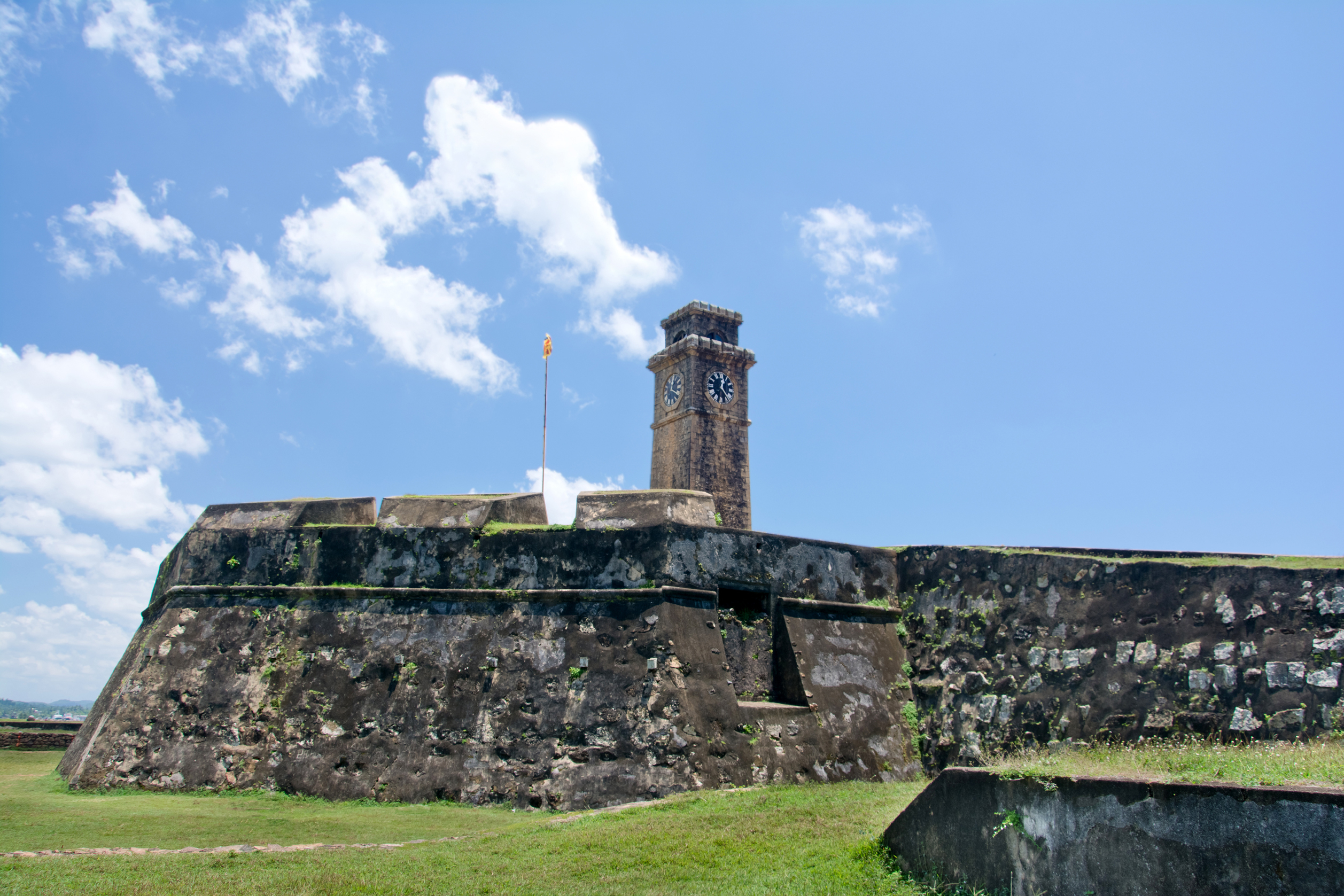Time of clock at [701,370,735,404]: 12:23
